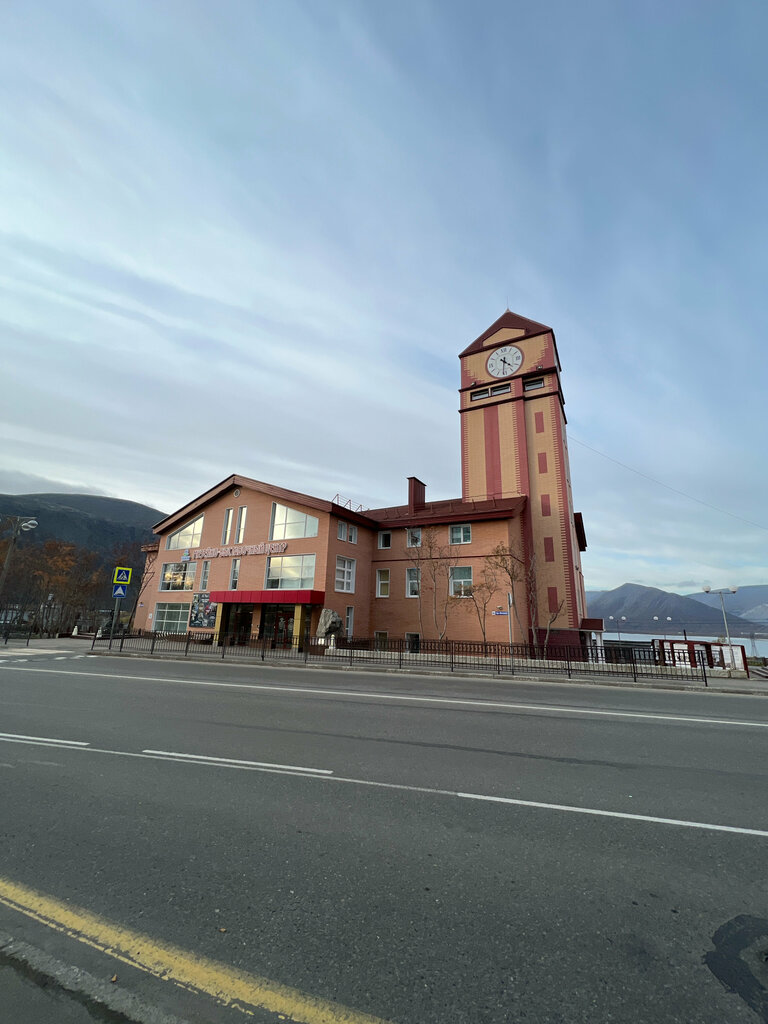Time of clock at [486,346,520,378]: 4:31
